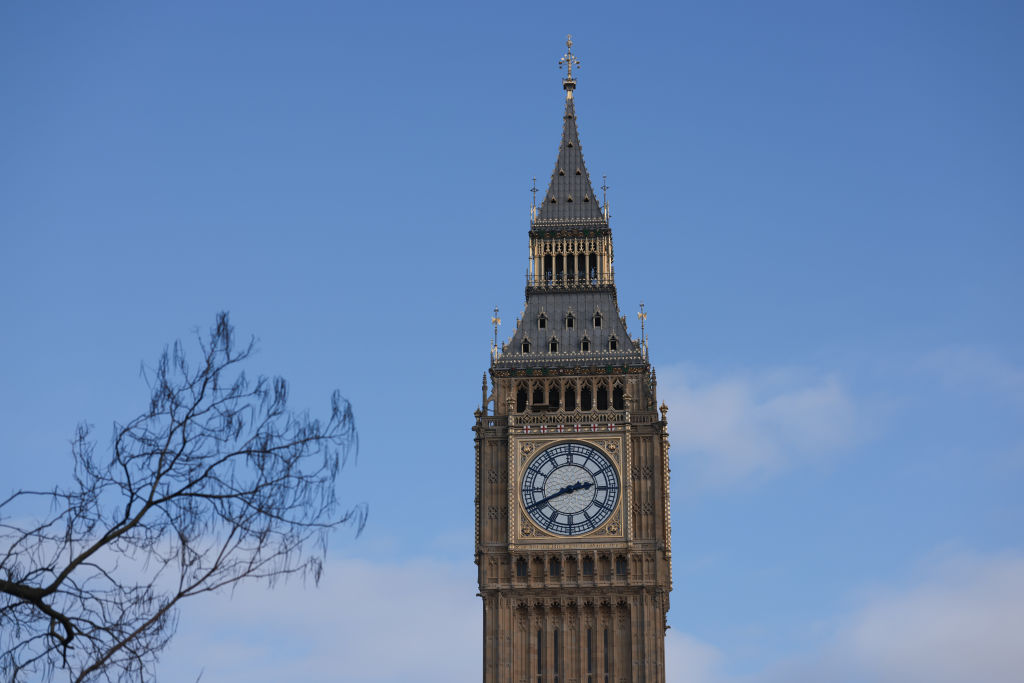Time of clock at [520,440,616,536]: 2:40
